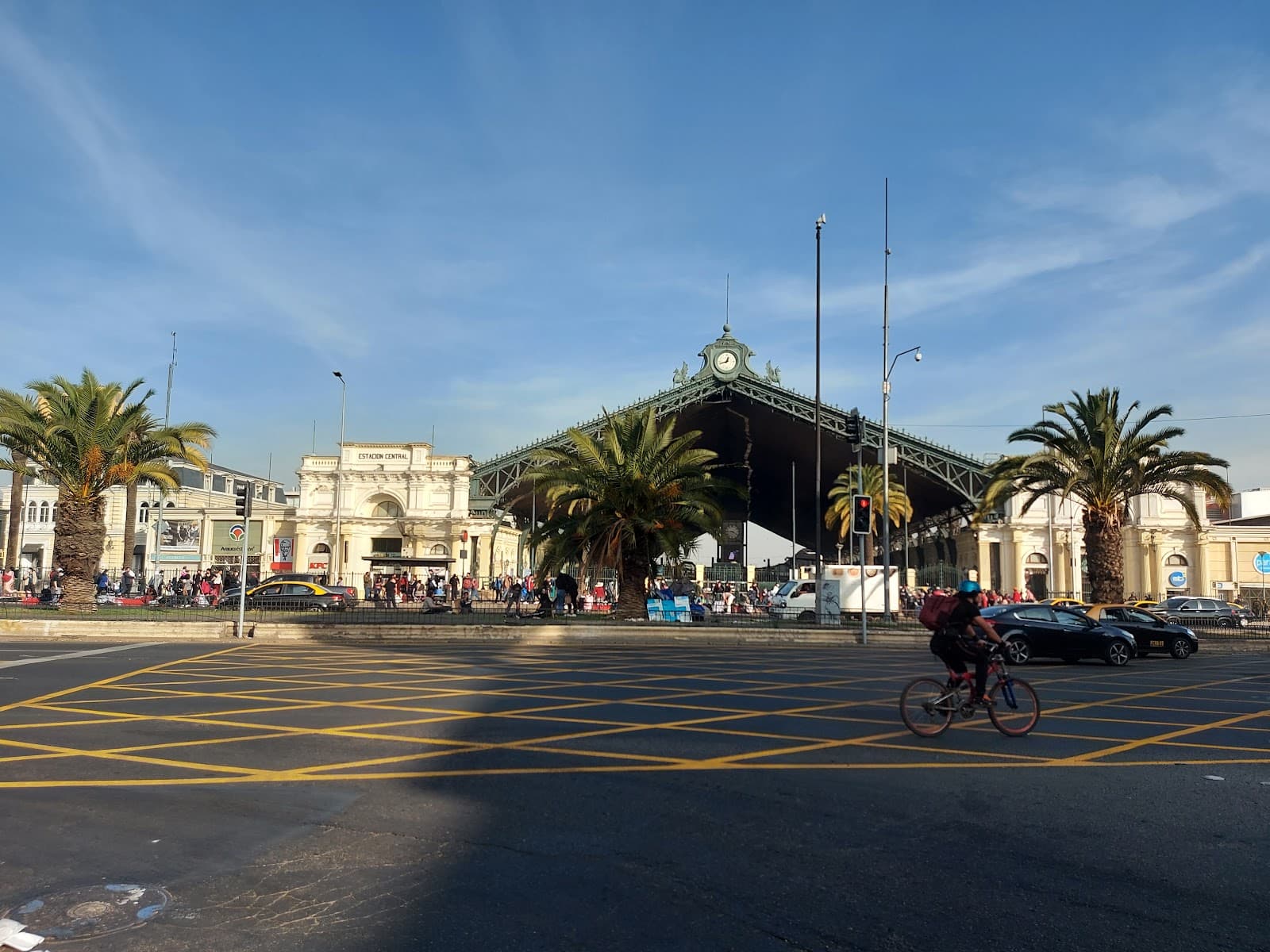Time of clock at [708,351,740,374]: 12:42
